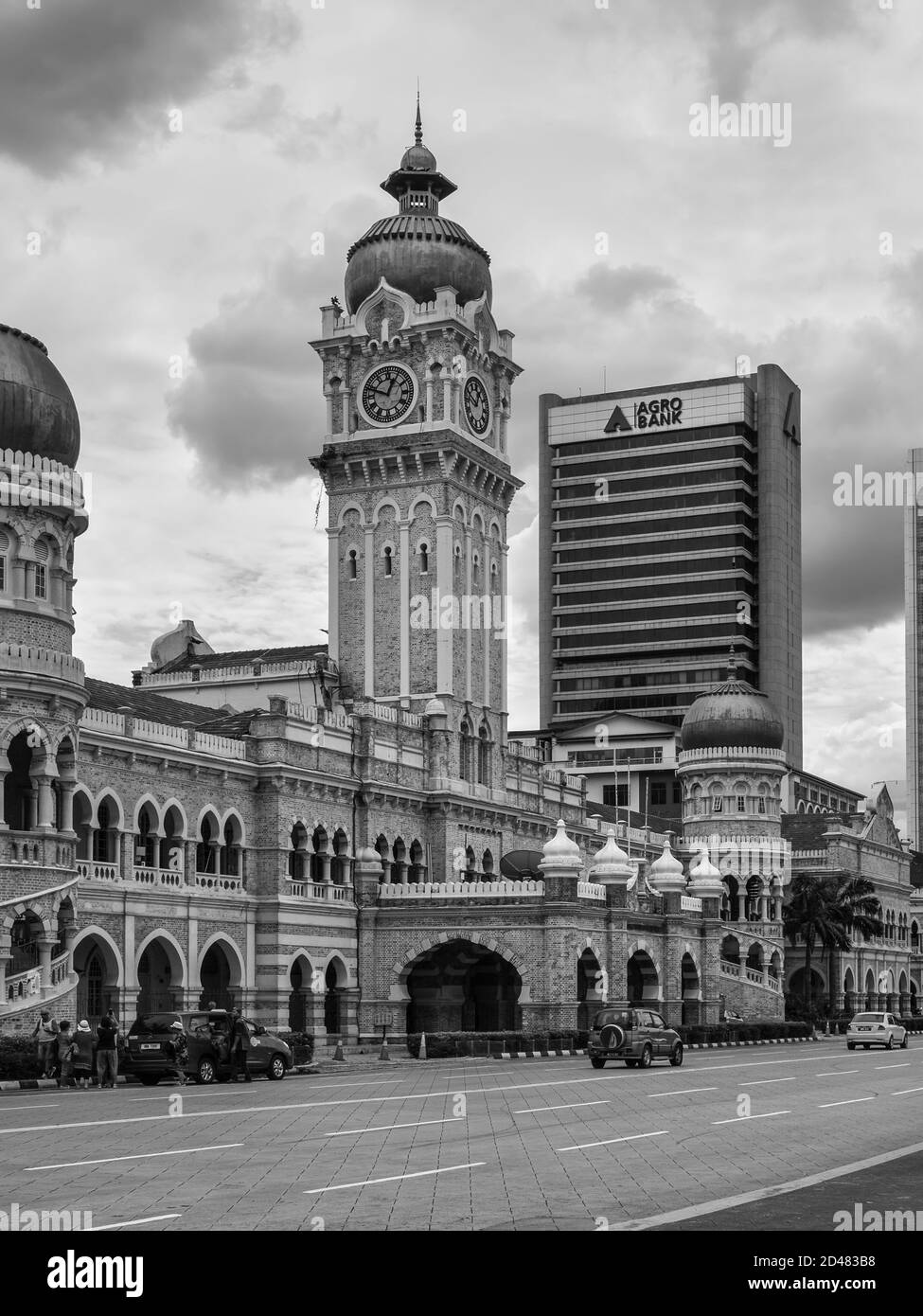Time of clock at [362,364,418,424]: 12:48
